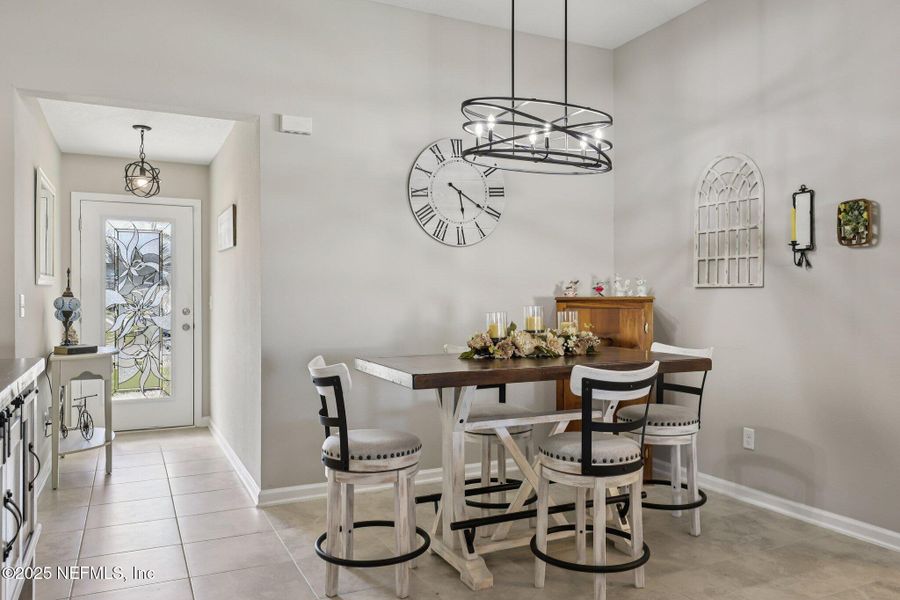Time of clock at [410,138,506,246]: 5:20
